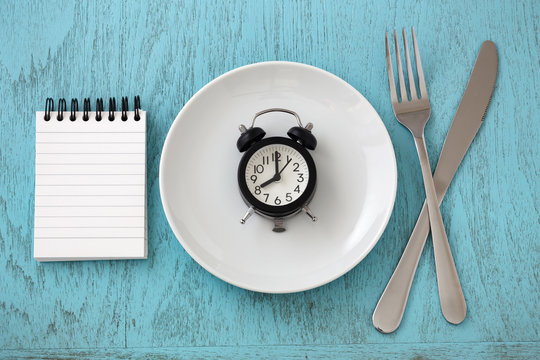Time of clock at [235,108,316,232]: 8:00
